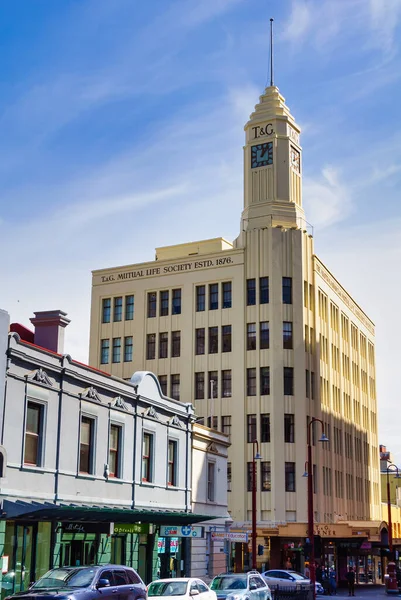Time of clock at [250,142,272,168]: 12:06
